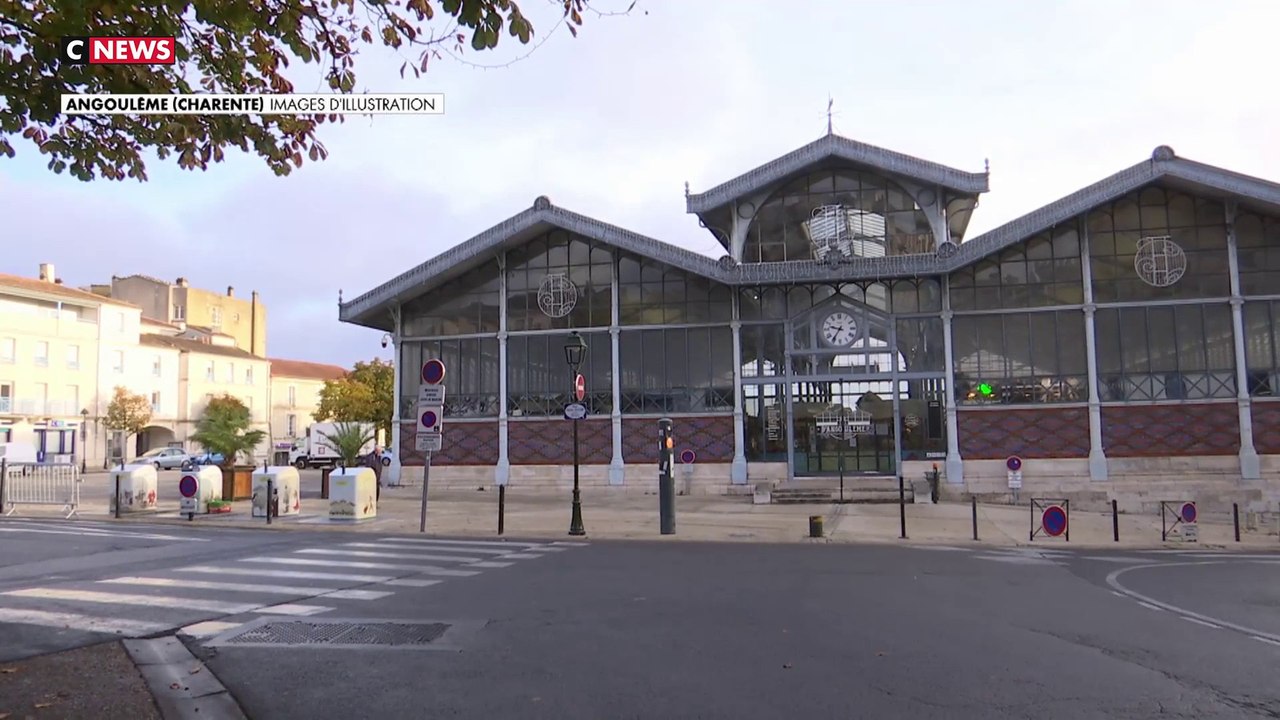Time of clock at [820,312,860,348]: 9:35
